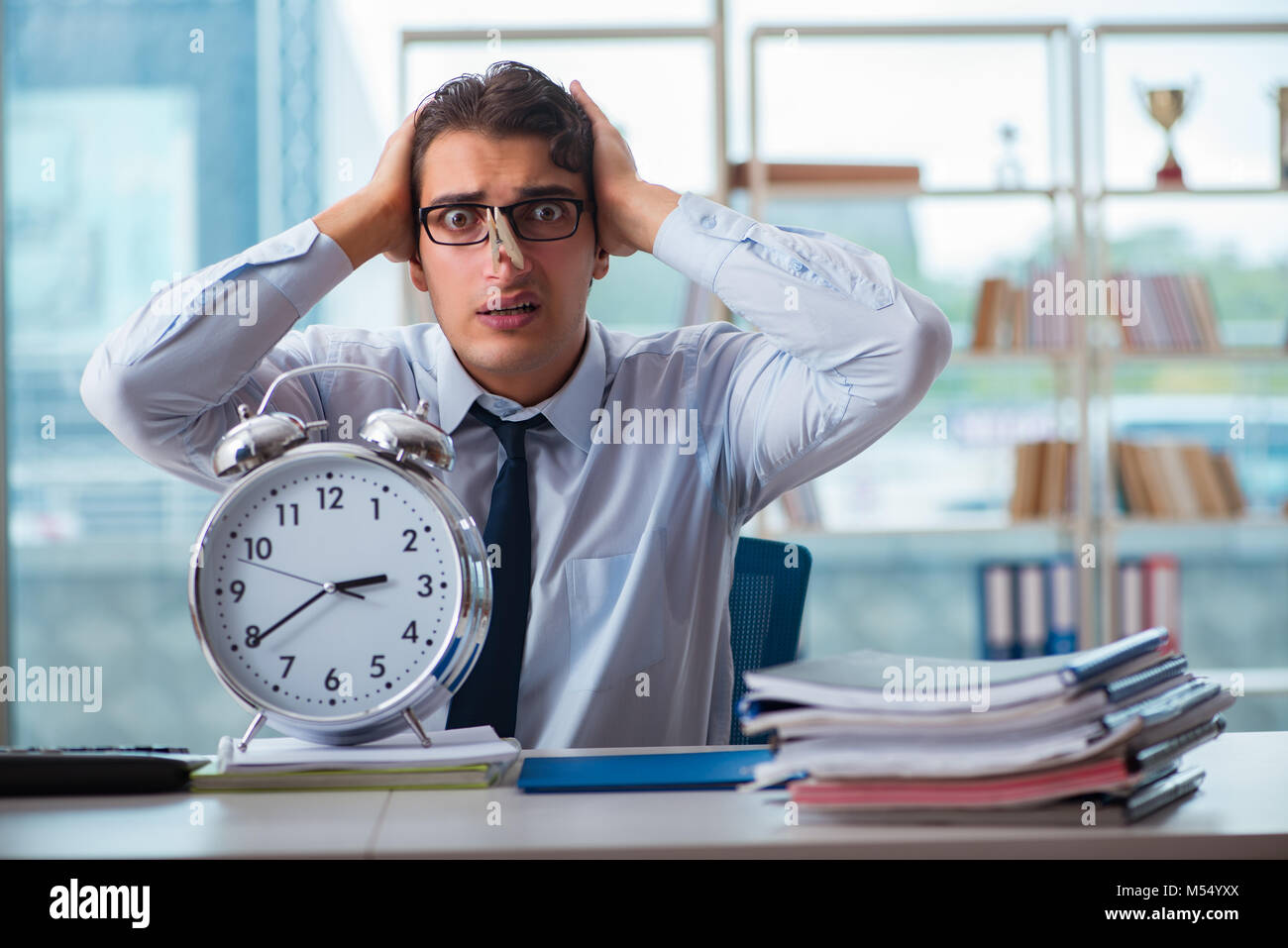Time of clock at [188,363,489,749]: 2:39
